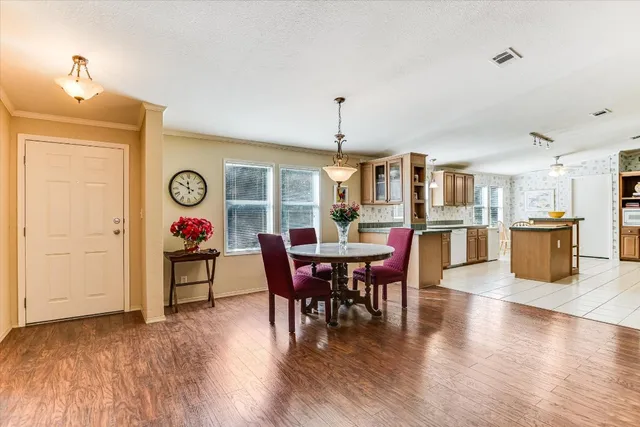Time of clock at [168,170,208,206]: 11:49
